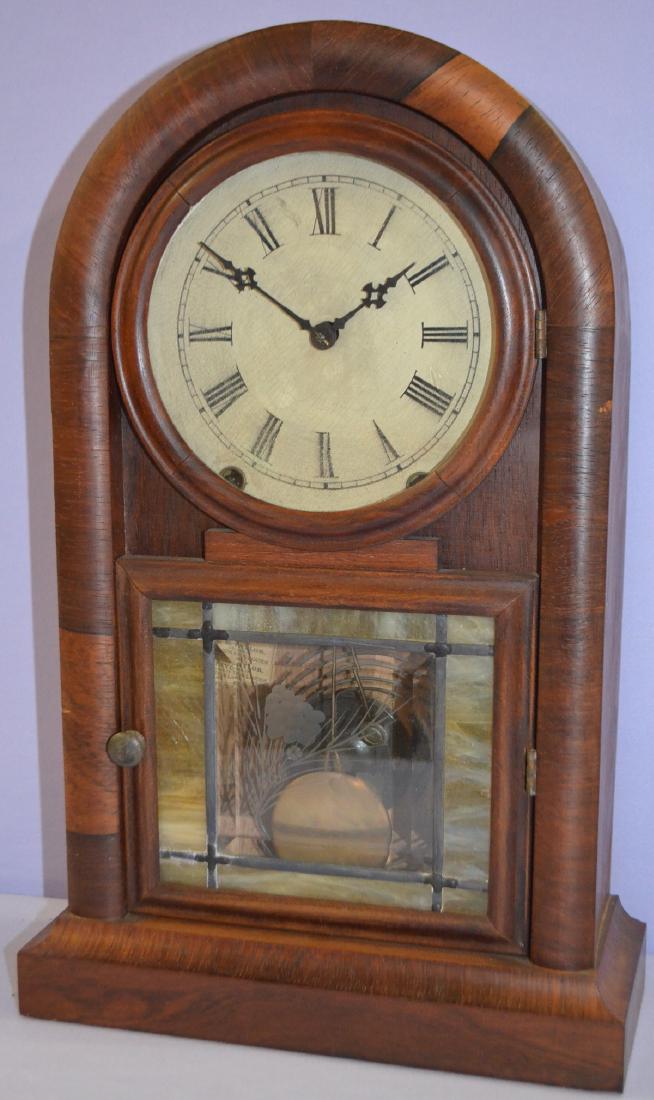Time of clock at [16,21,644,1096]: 1:50
